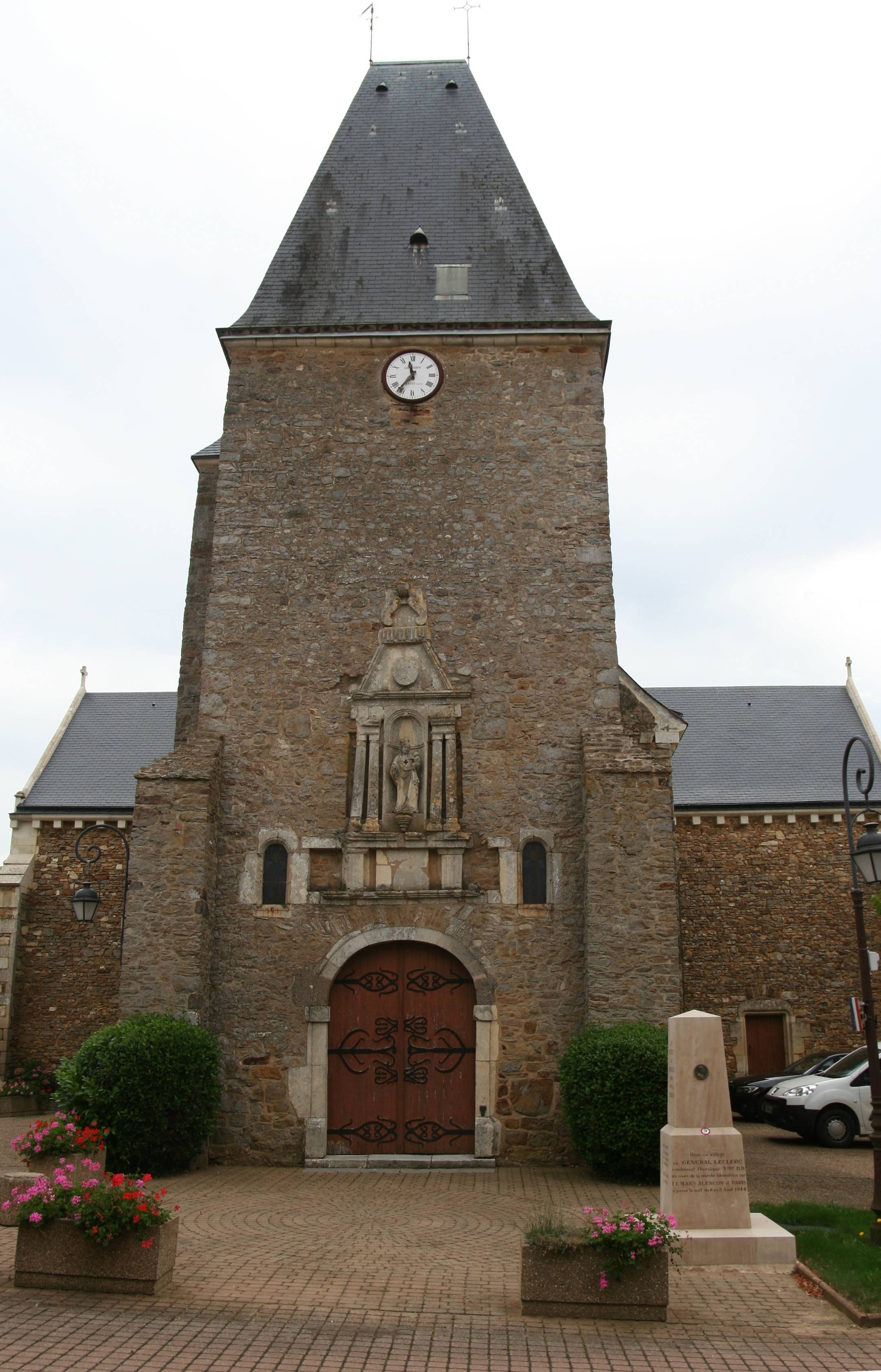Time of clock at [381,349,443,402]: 11:36
